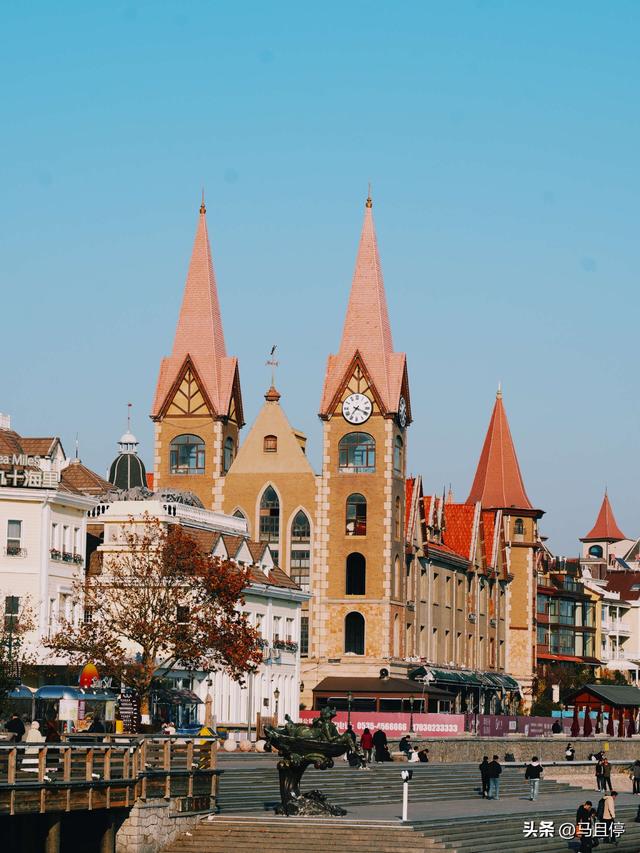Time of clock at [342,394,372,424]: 7:18
